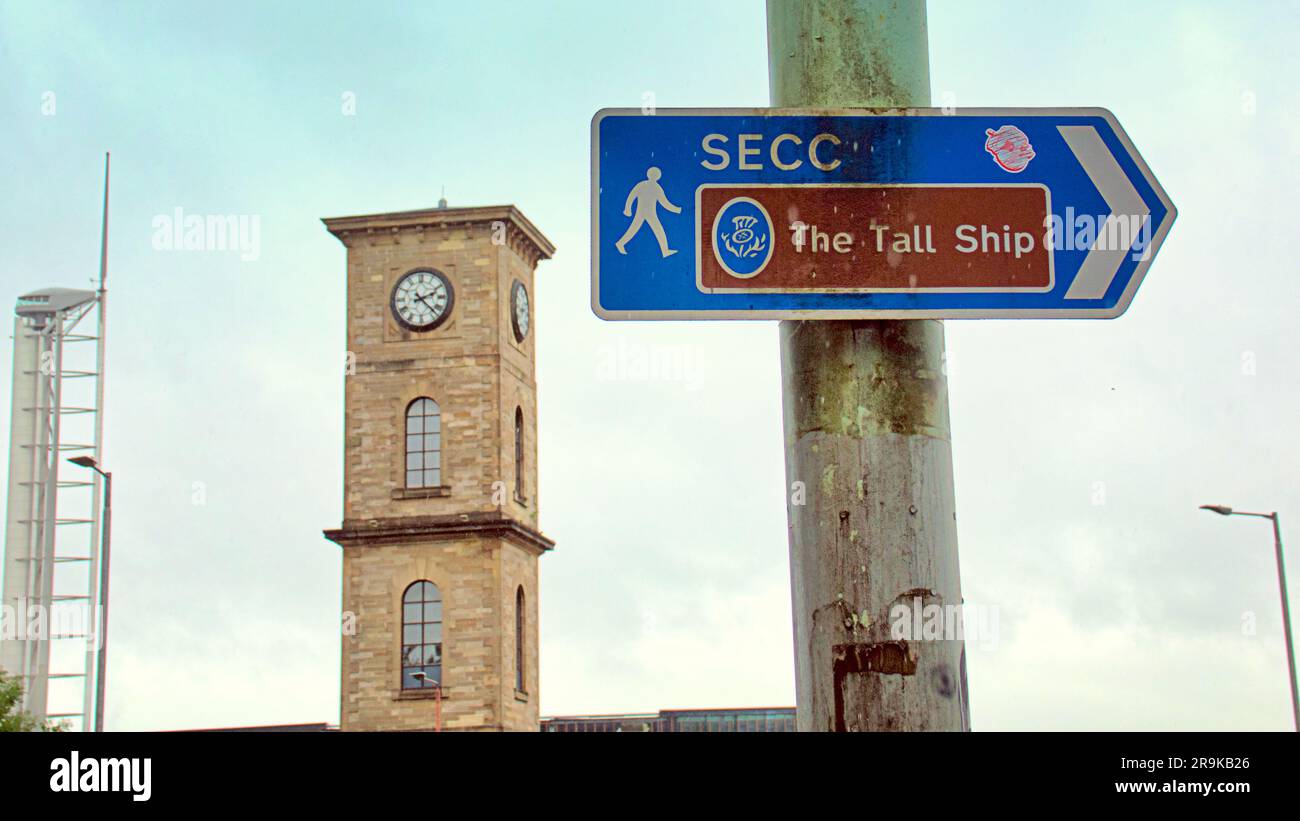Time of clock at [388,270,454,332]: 2:22
